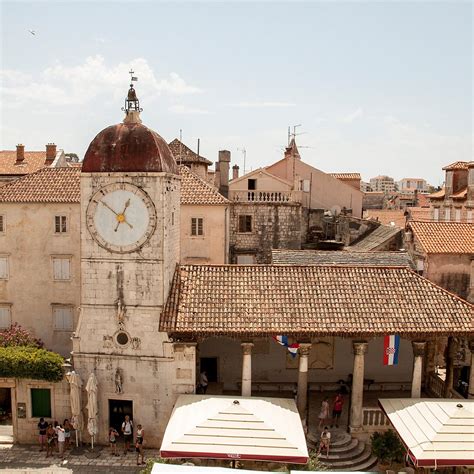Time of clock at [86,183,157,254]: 12:52
